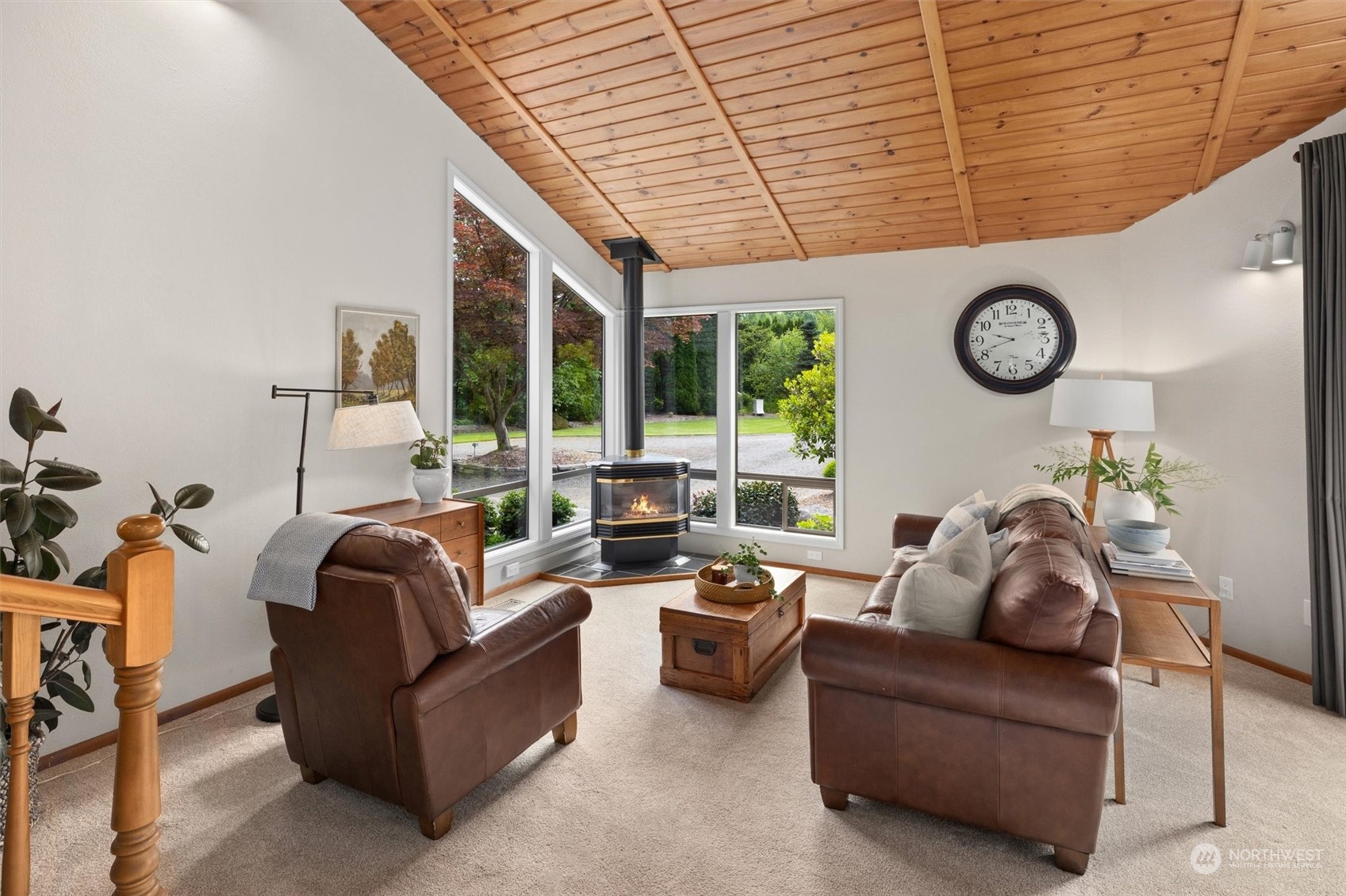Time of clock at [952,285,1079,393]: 9:41
